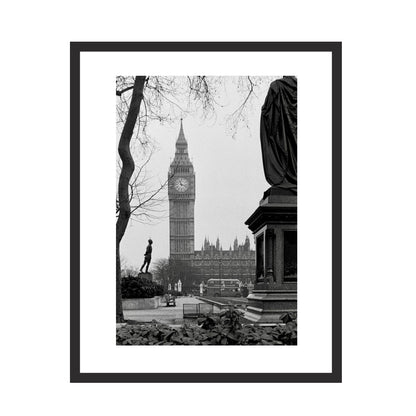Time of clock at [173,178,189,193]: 11:17
